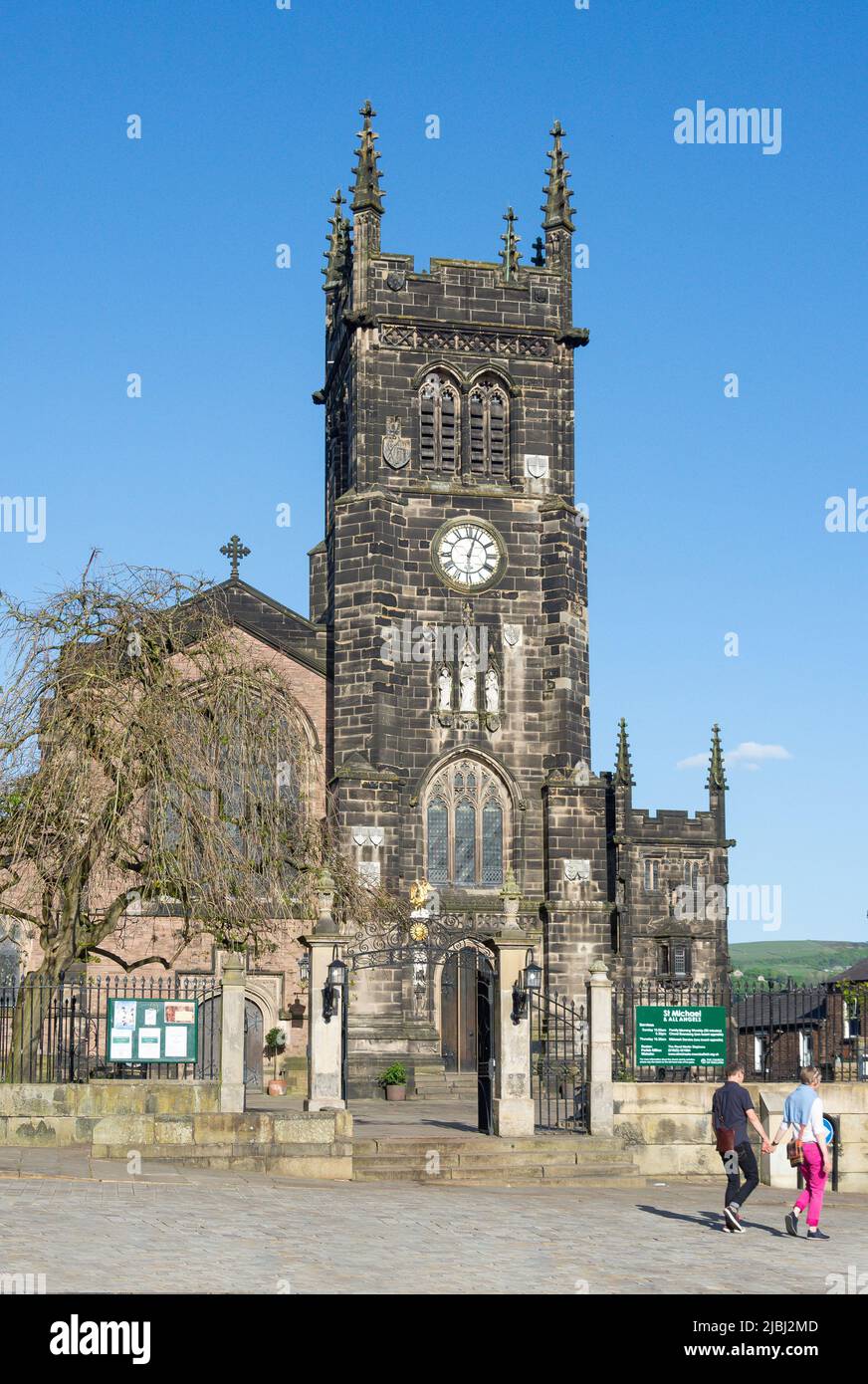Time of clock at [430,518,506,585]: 6:03
